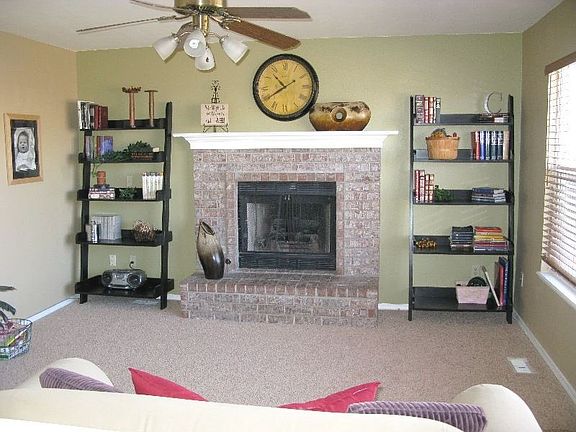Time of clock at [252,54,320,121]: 10:39
